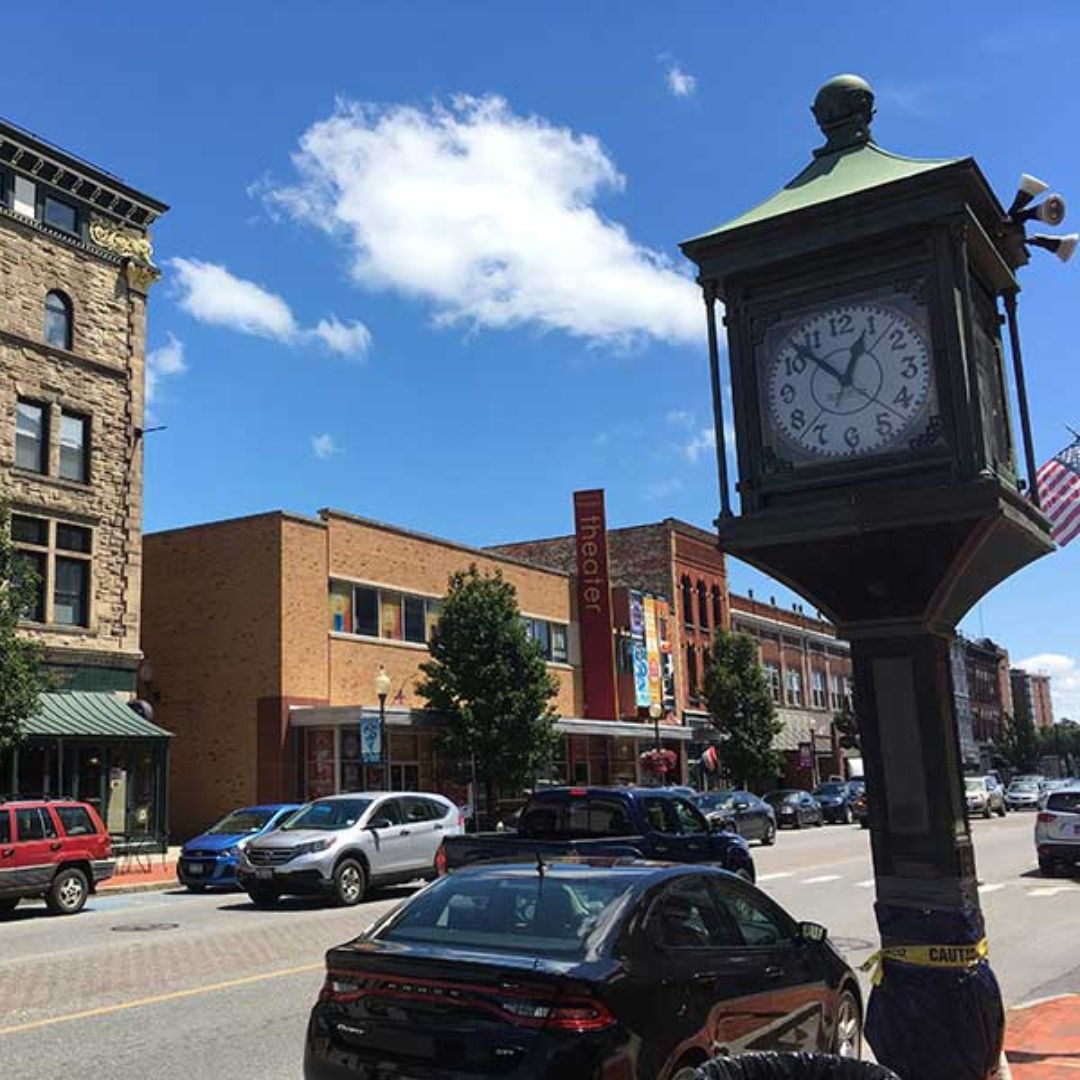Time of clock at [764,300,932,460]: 12:52
